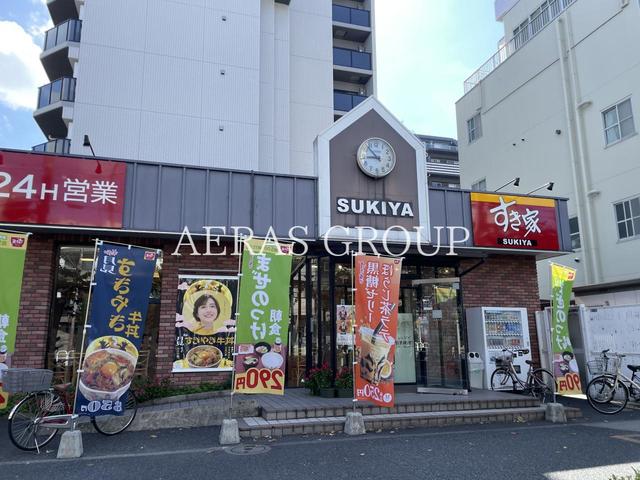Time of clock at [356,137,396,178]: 8:53
